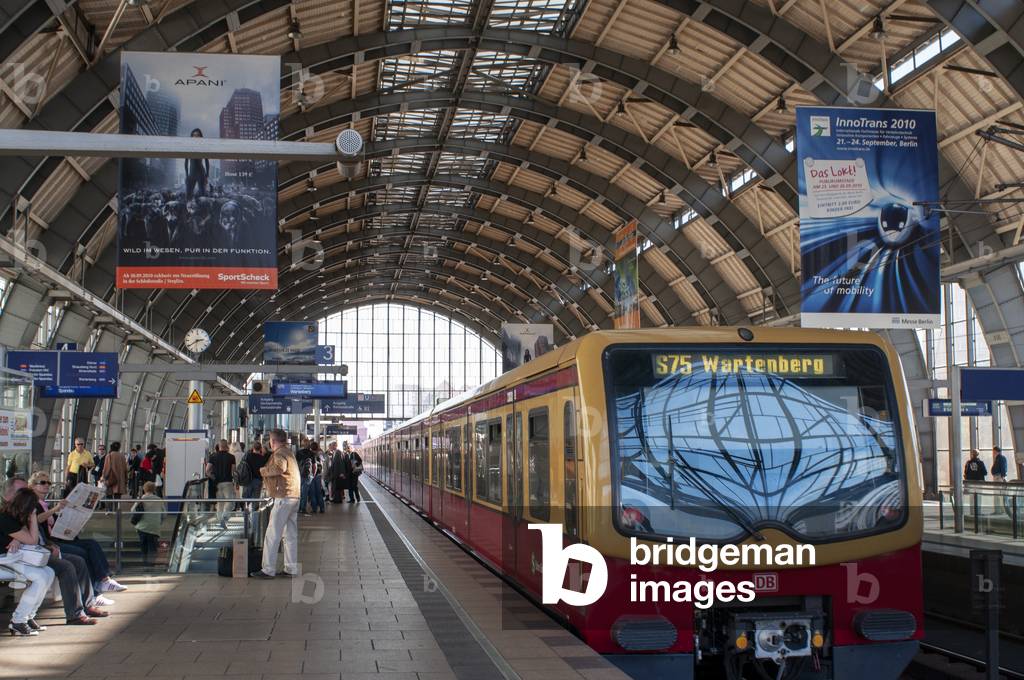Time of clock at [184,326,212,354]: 2:39
